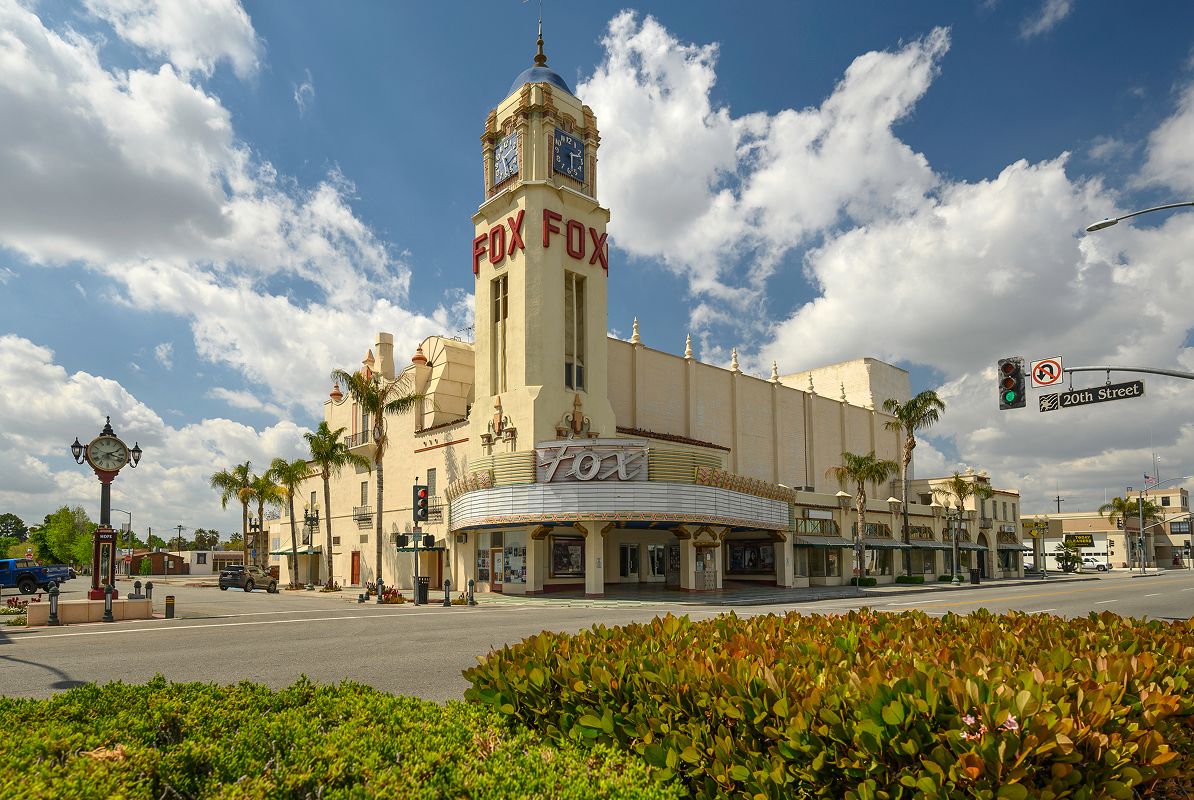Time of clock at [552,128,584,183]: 2:29
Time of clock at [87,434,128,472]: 2:18
